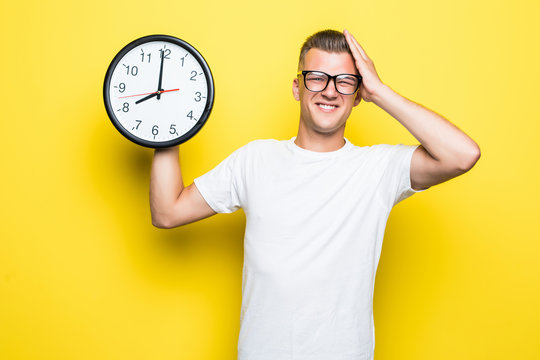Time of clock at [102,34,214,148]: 7:59
